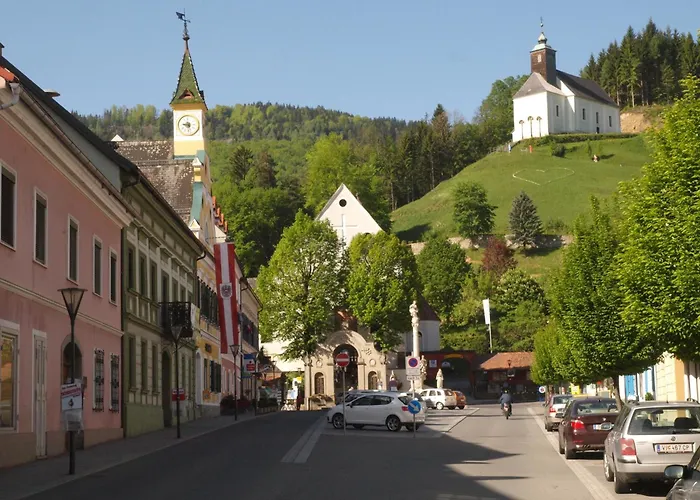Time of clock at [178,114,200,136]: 9:28
